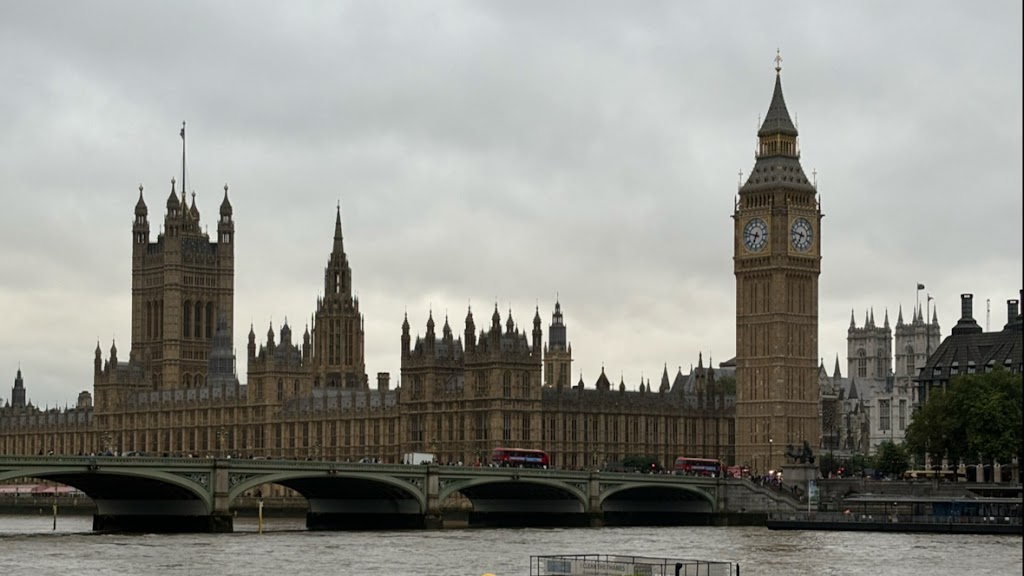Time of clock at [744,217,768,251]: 6:47
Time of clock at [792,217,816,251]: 6:47
